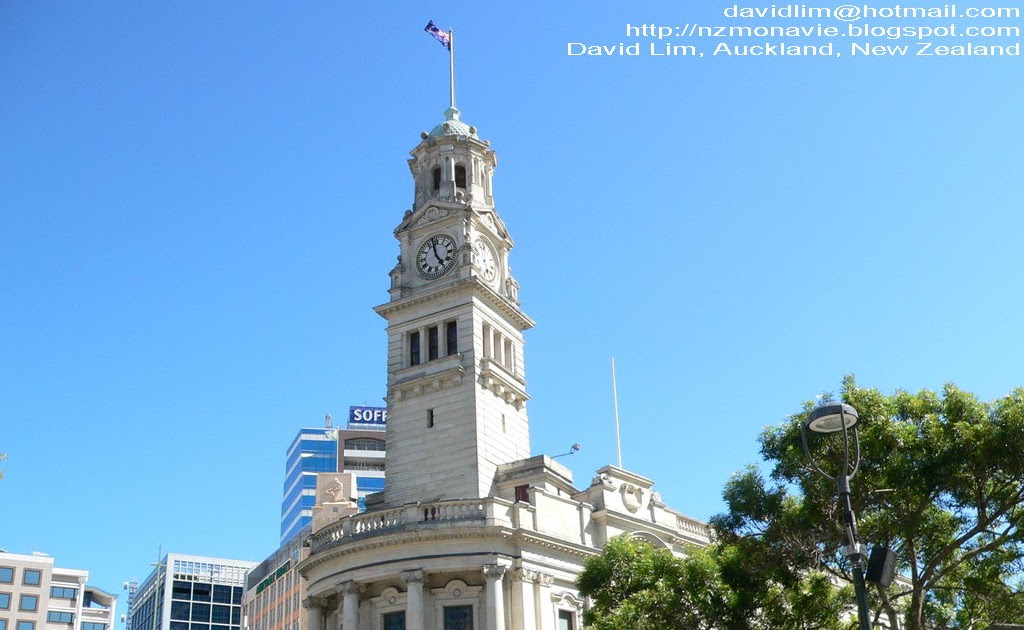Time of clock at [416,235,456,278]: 4:57
